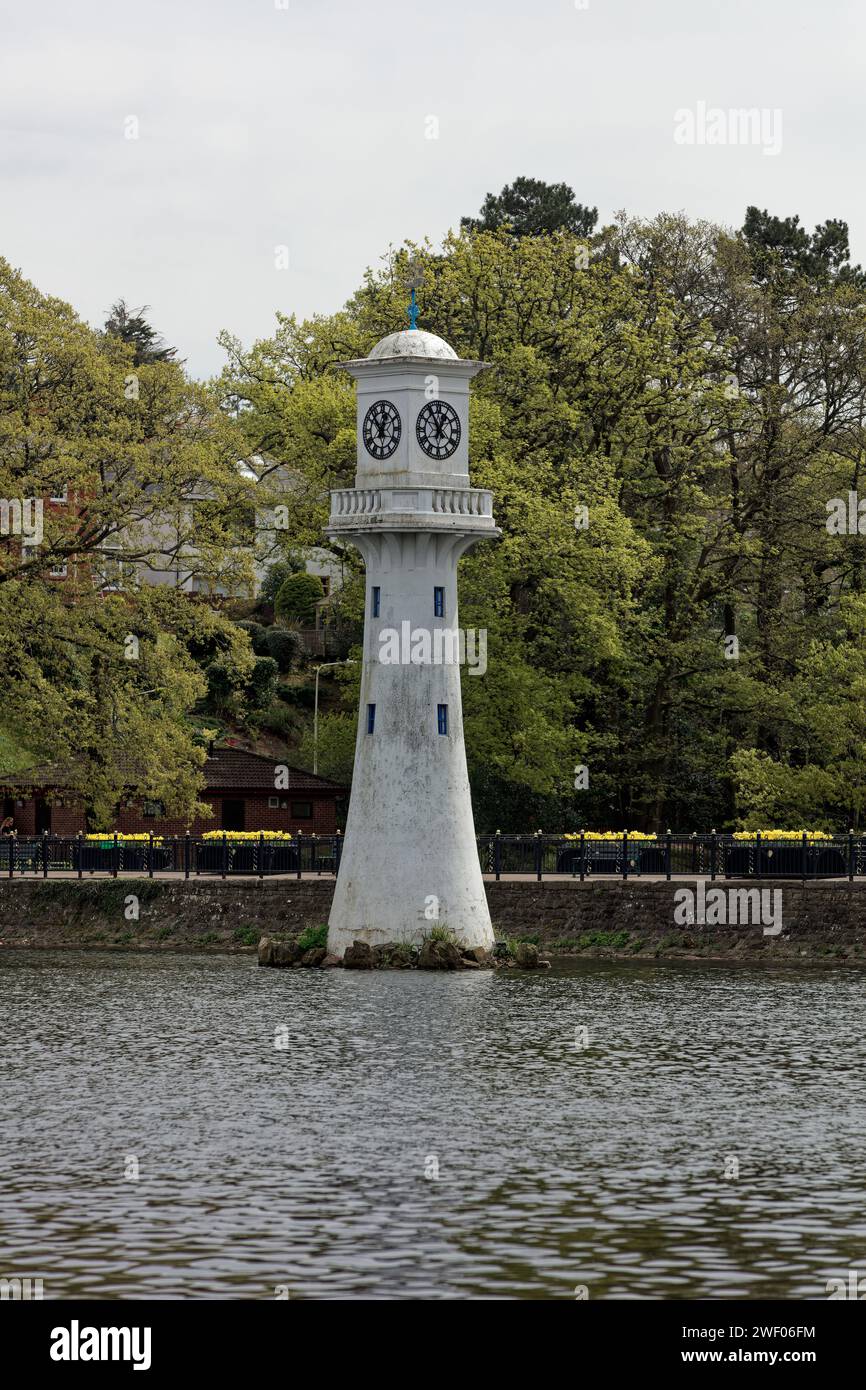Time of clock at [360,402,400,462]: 12:52
